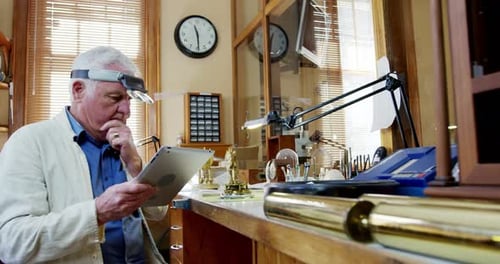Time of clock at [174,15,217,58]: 11:29
